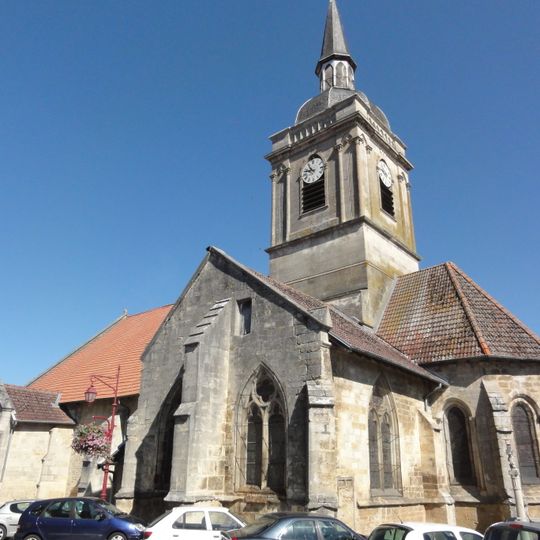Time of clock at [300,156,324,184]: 10:47
